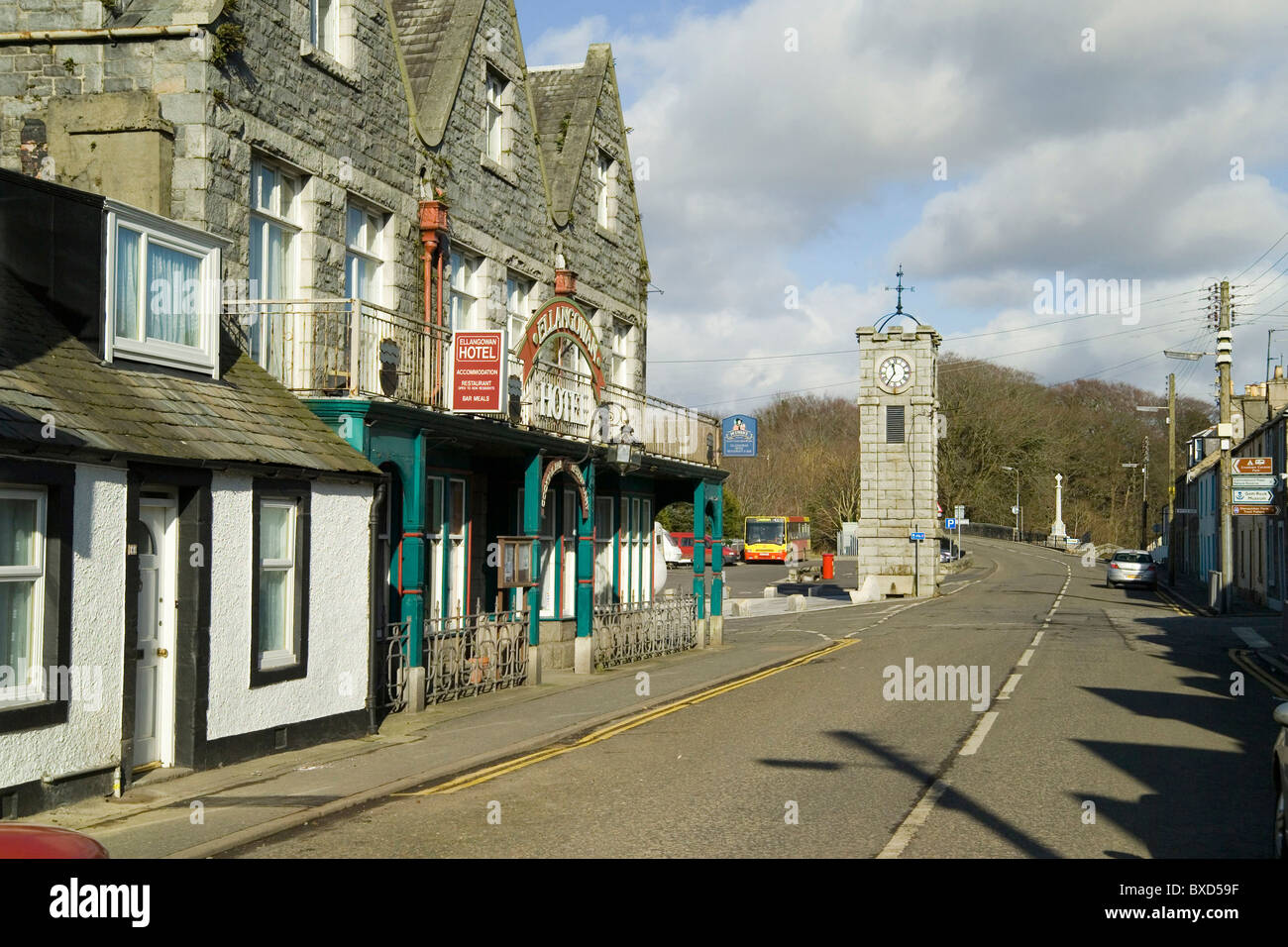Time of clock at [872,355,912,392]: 11:35
